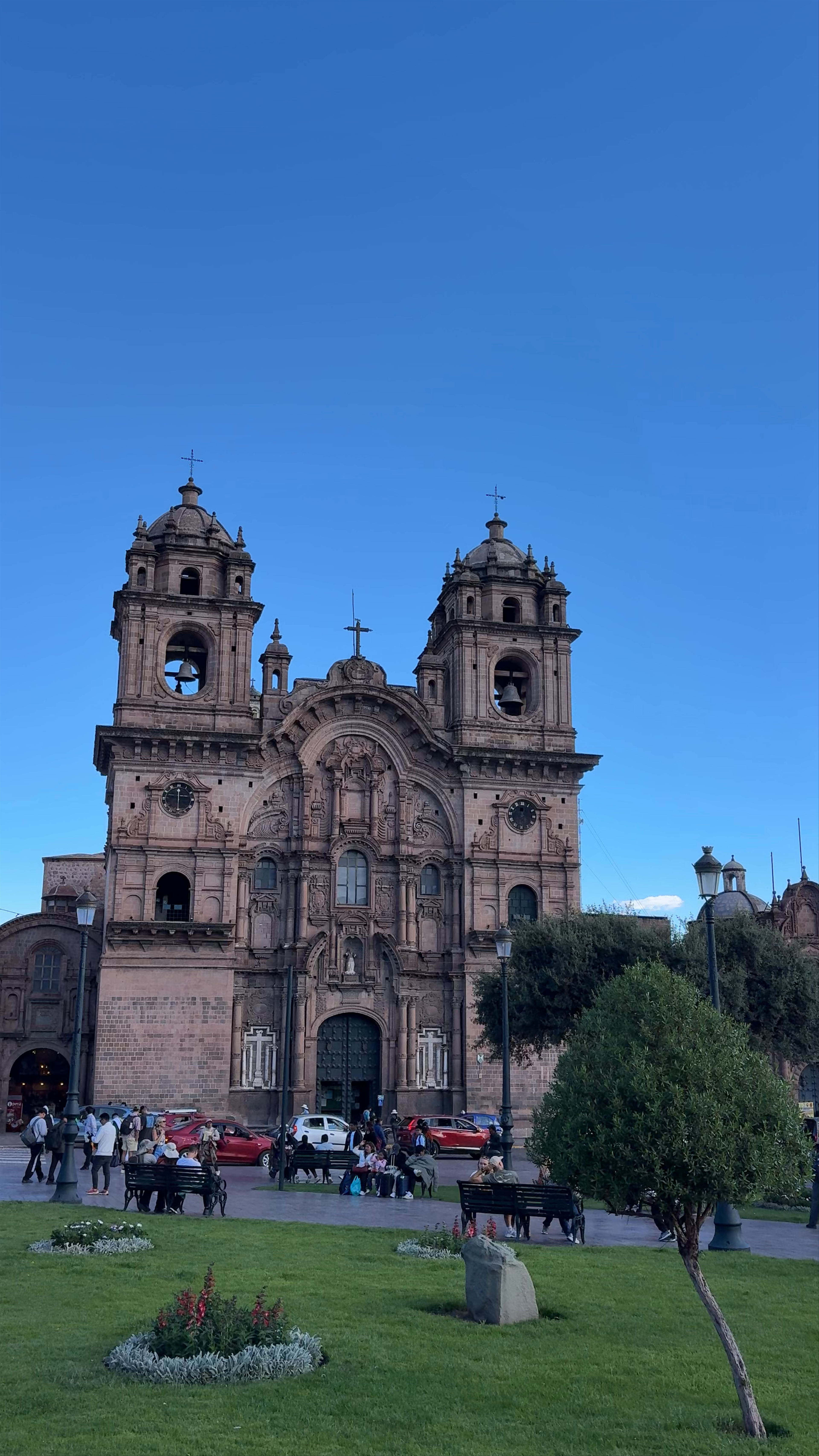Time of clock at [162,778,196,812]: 6:00
